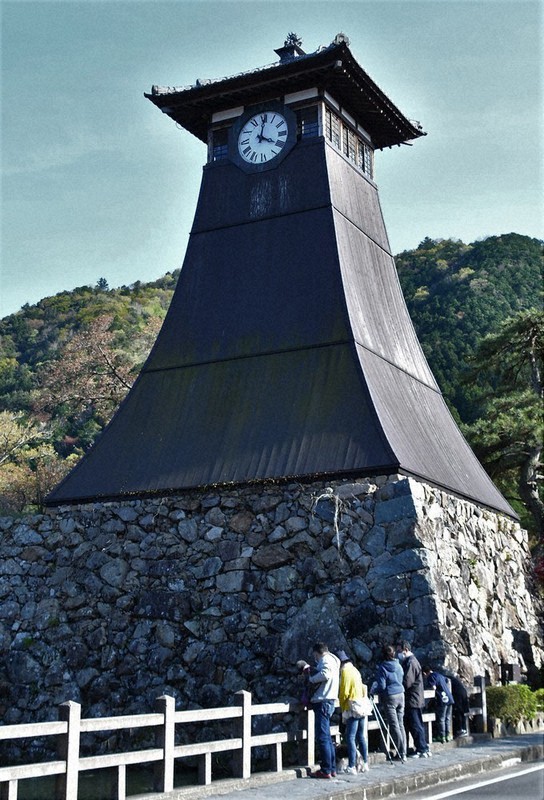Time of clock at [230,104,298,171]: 4:01
